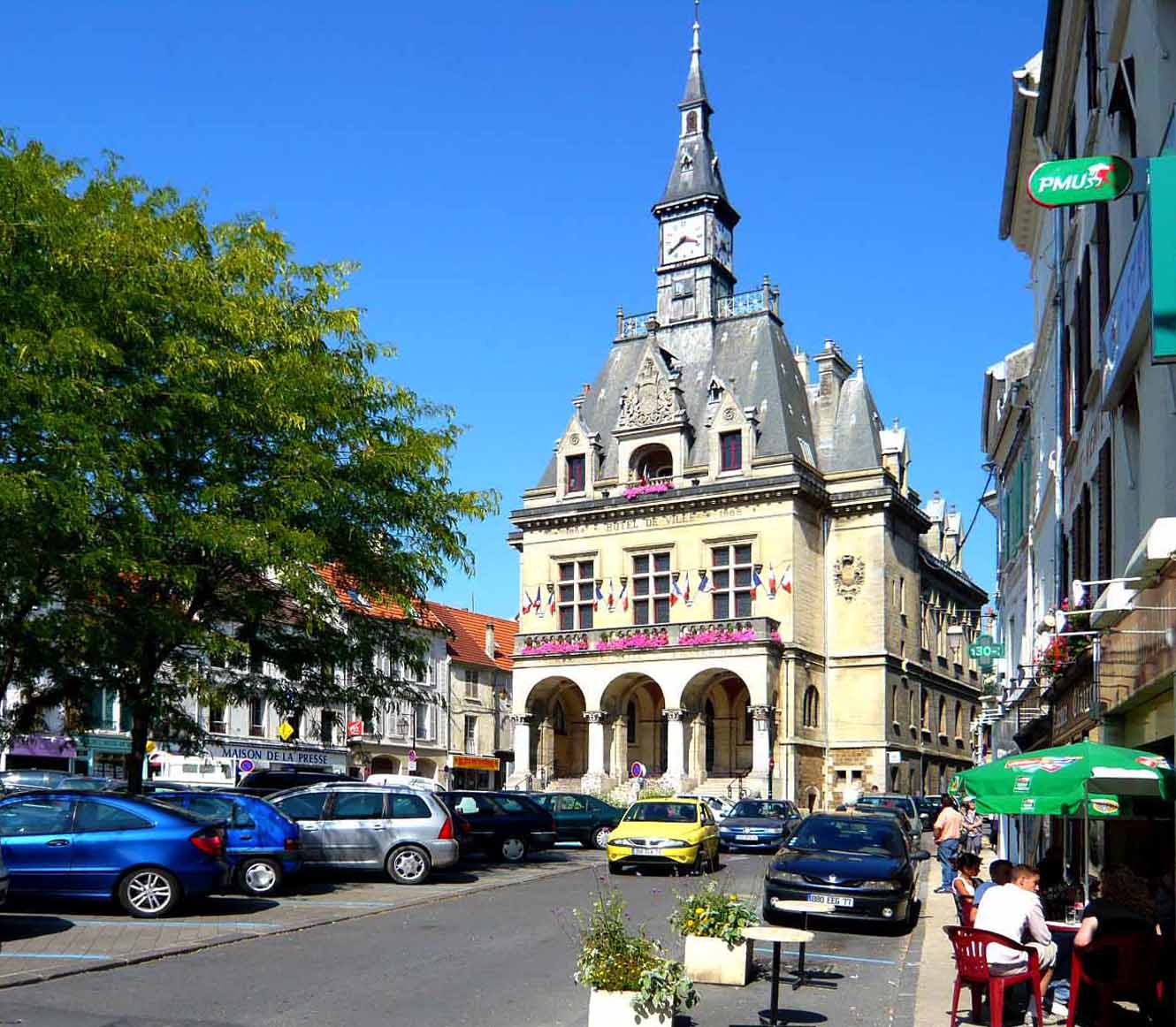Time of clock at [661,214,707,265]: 3:39
